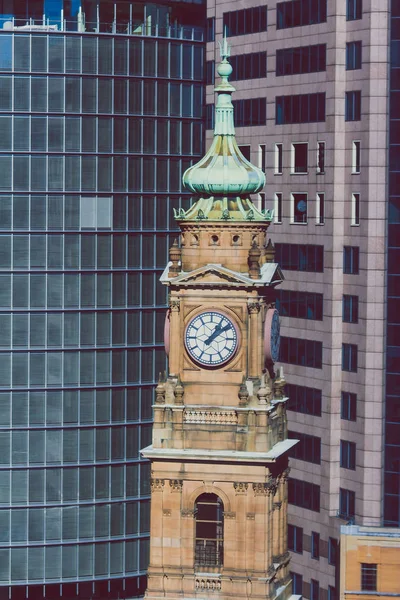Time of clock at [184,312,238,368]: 1:08
